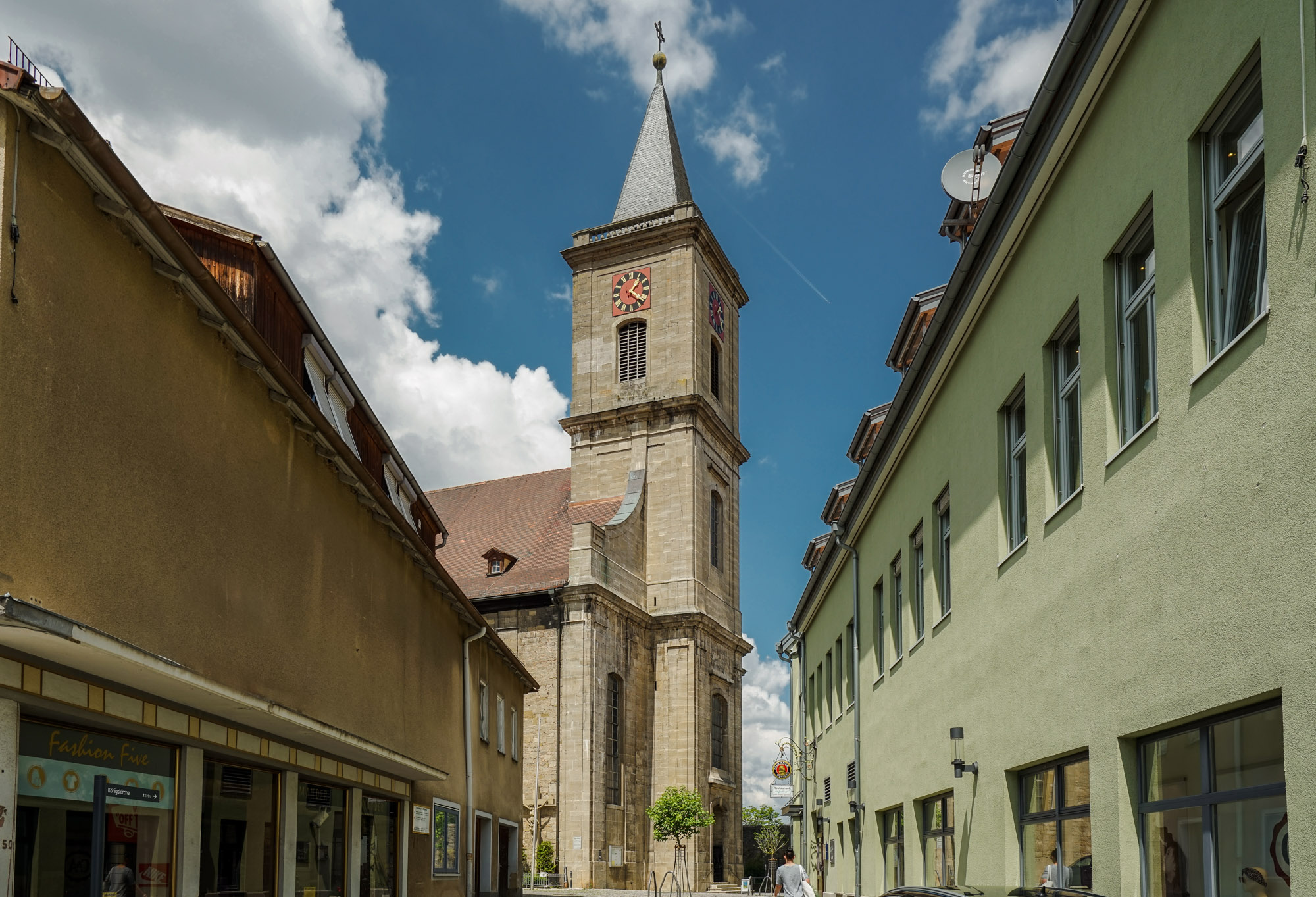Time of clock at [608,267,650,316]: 1:21
